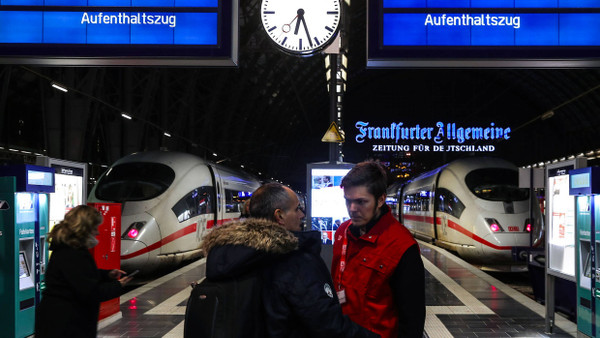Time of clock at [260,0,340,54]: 6:27
